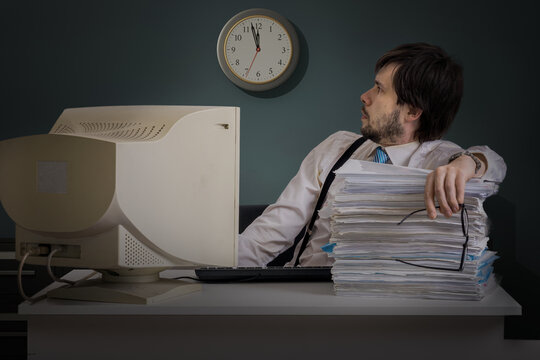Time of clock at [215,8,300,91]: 11:57
